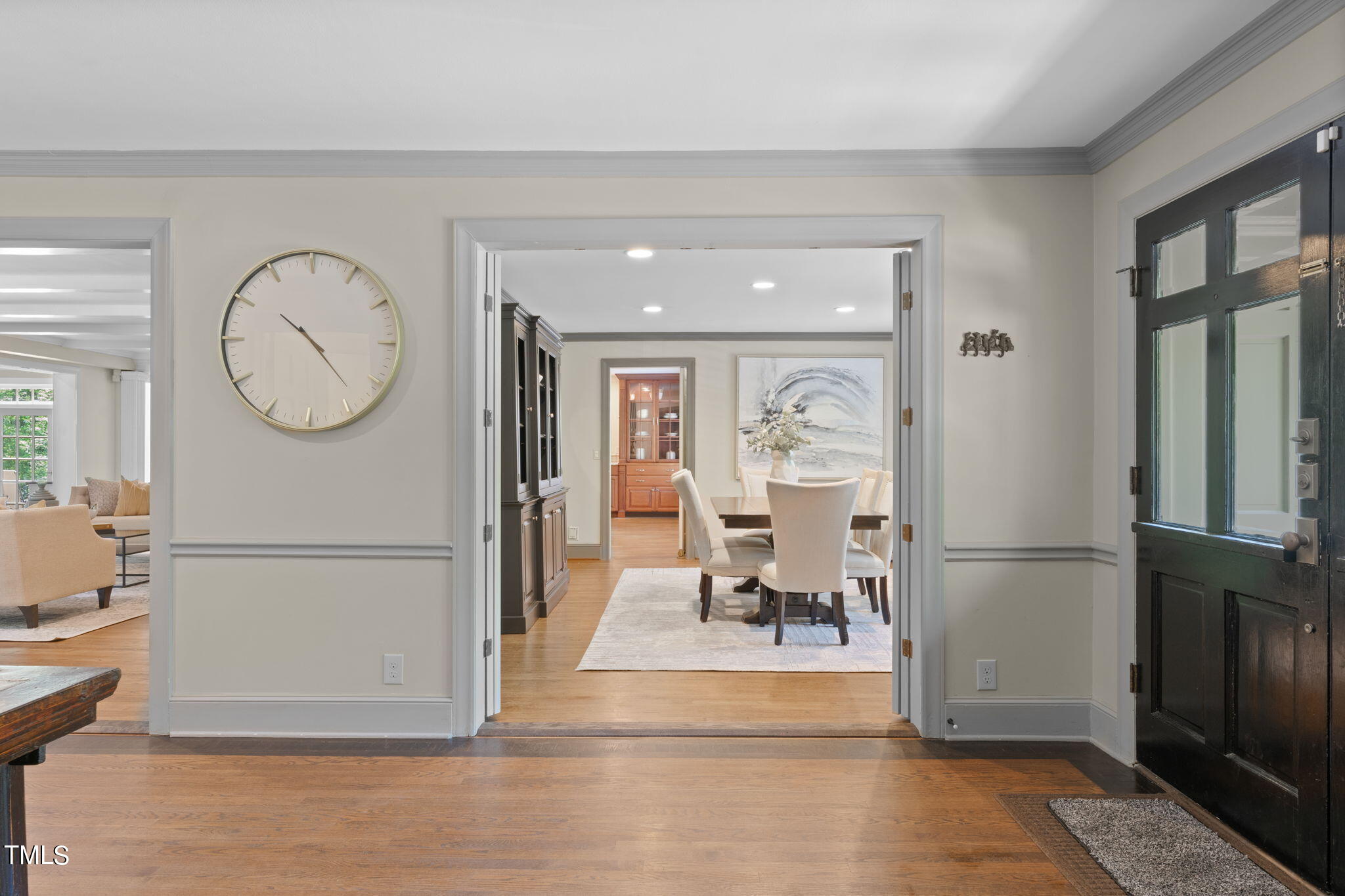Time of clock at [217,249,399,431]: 10:23
